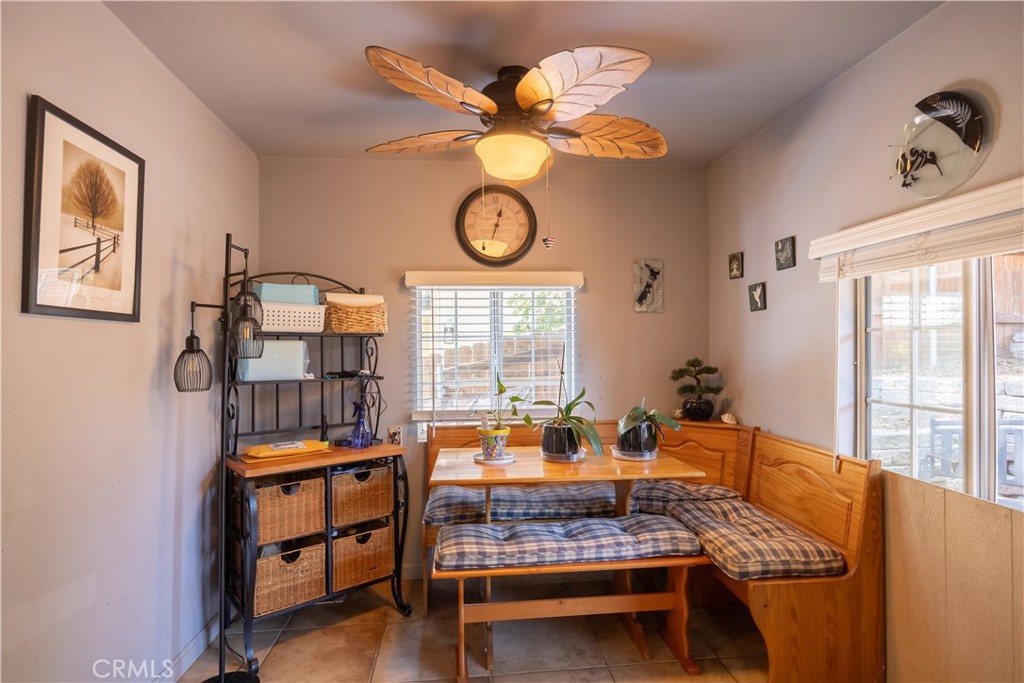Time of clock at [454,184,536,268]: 12:33
